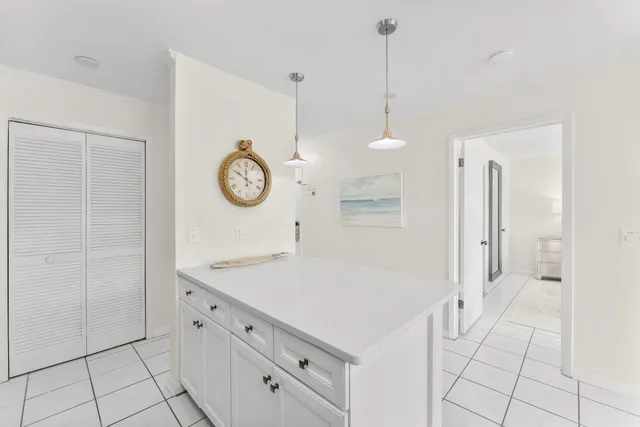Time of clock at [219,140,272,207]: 11:50
